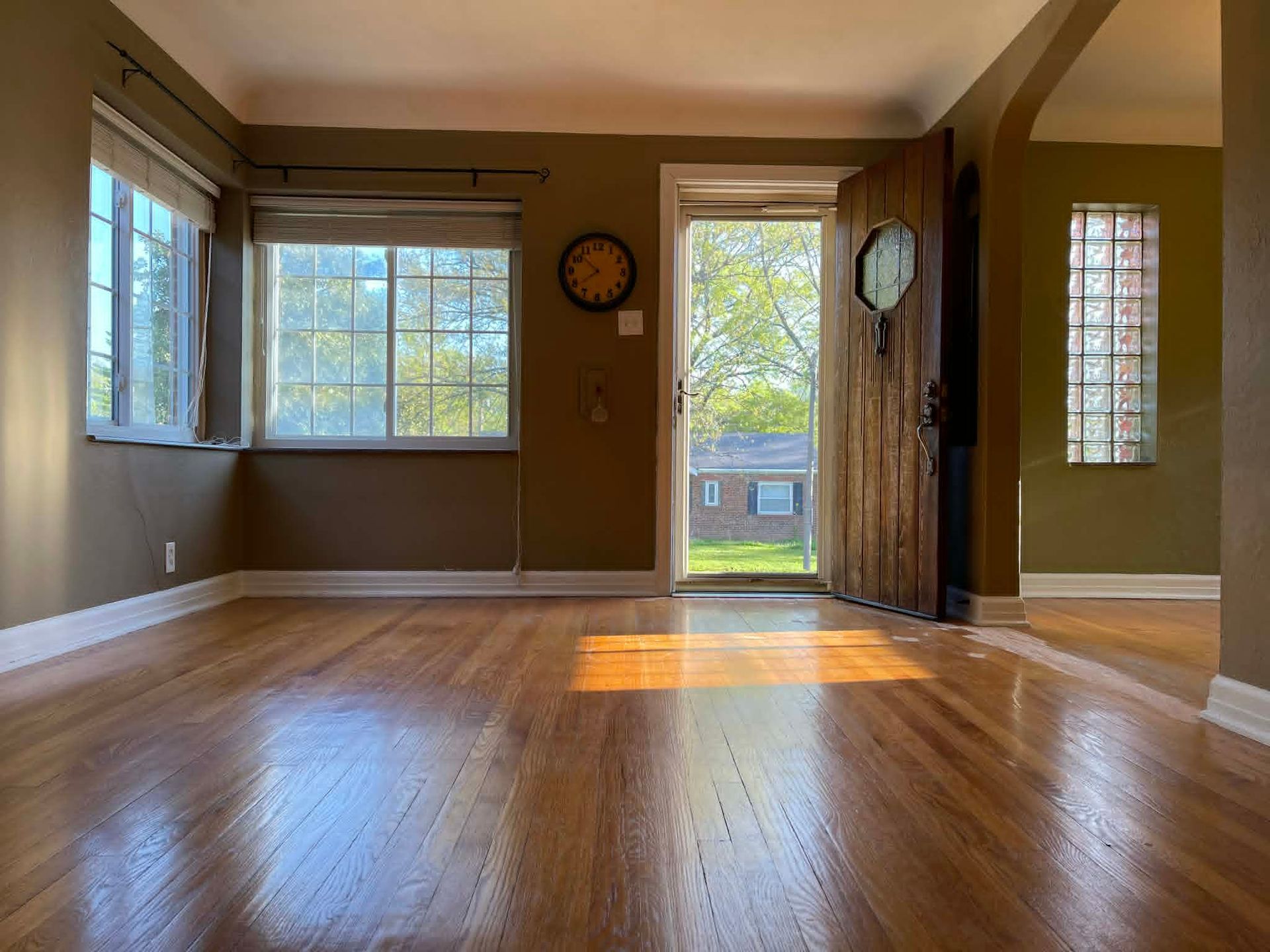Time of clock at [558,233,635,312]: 7:52
